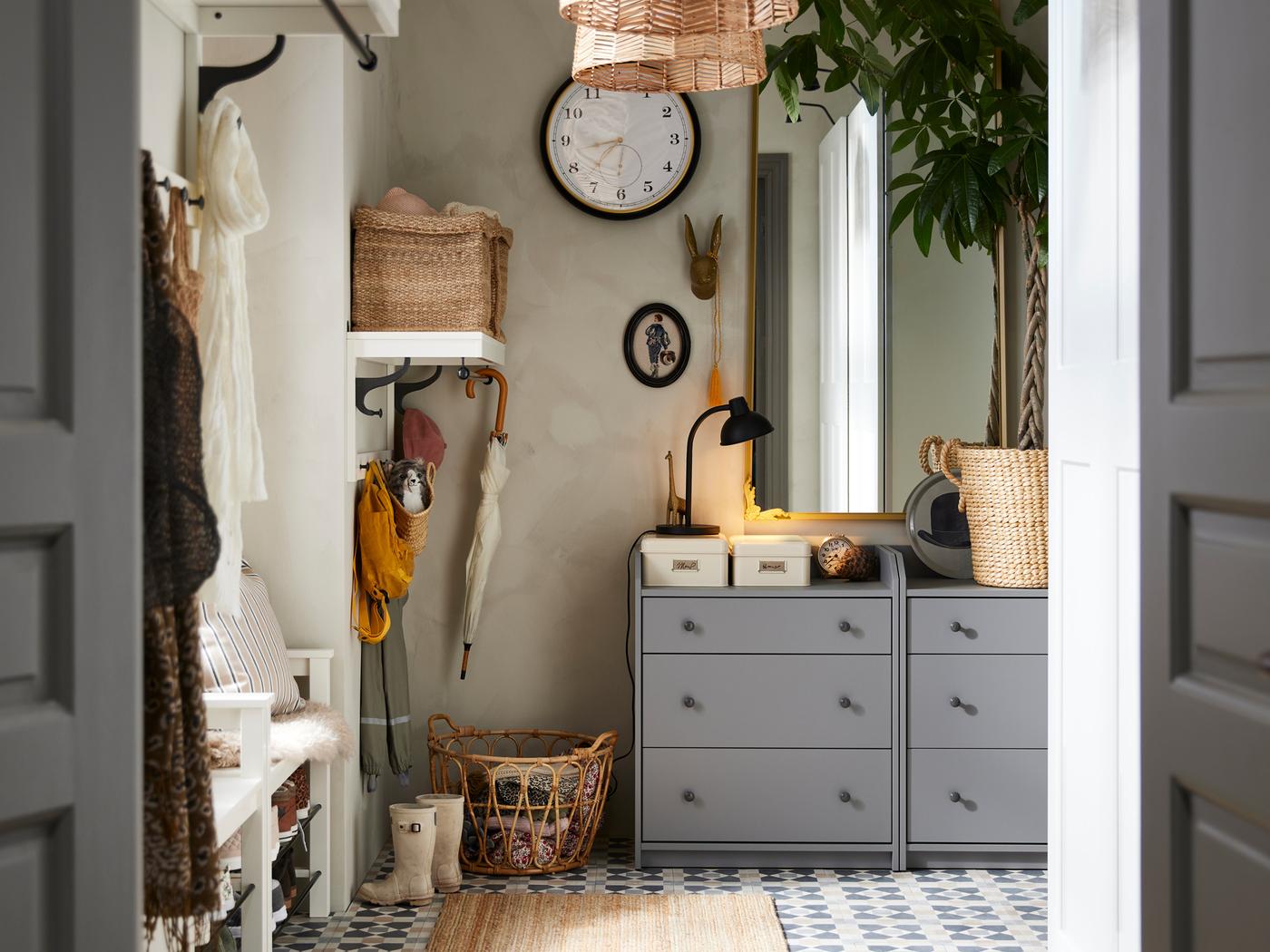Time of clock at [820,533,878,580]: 8:37
